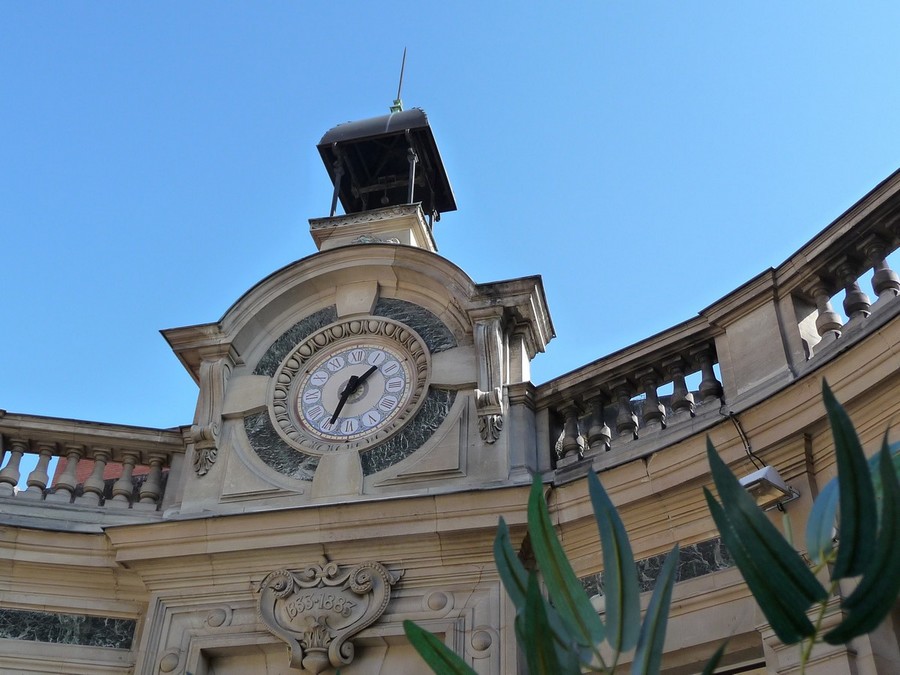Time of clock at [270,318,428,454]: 1:33
